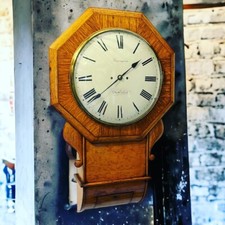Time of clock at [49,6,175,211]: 1:38
